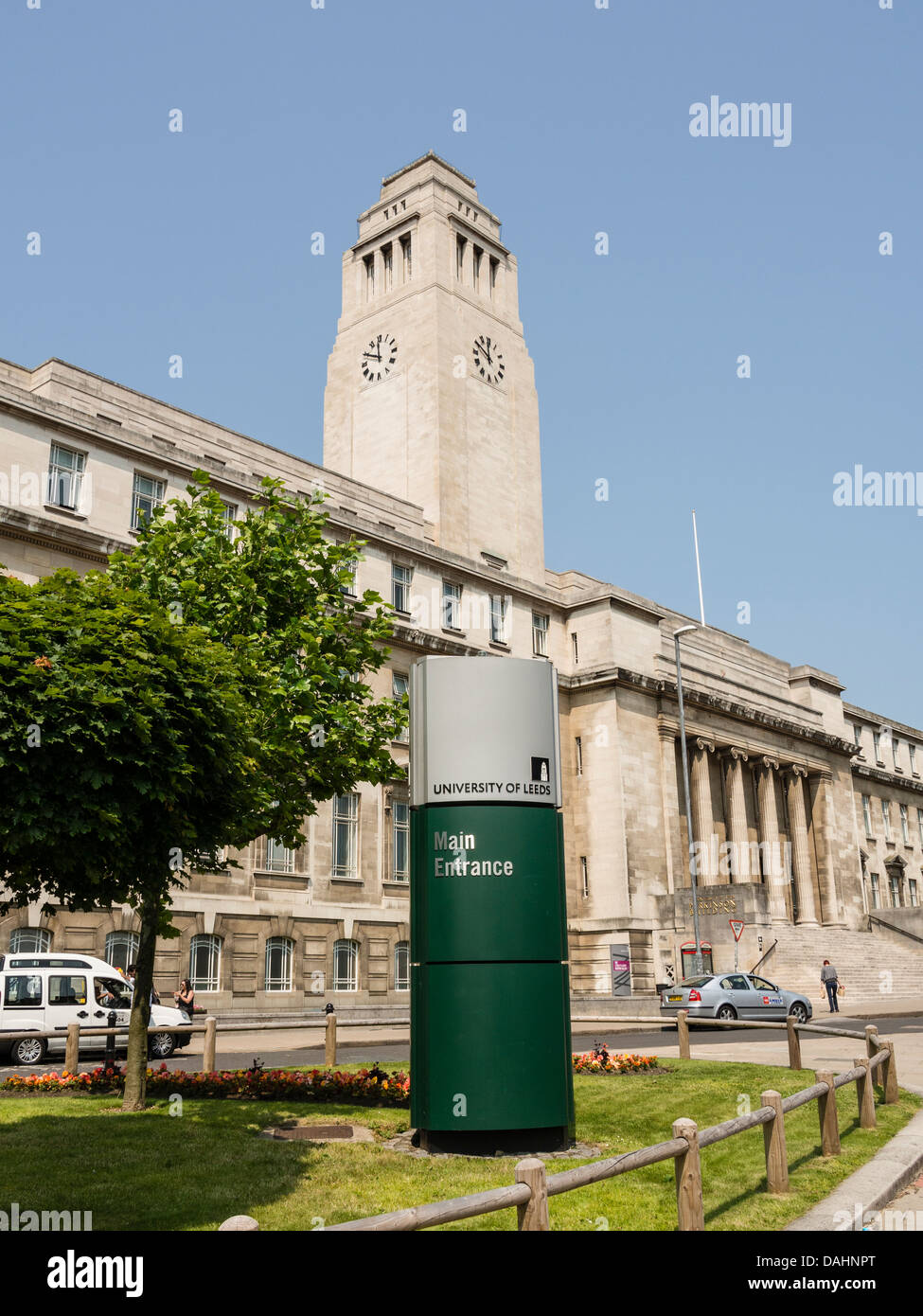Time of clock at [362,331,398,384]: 11:49
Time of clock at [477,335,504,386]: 11:50
